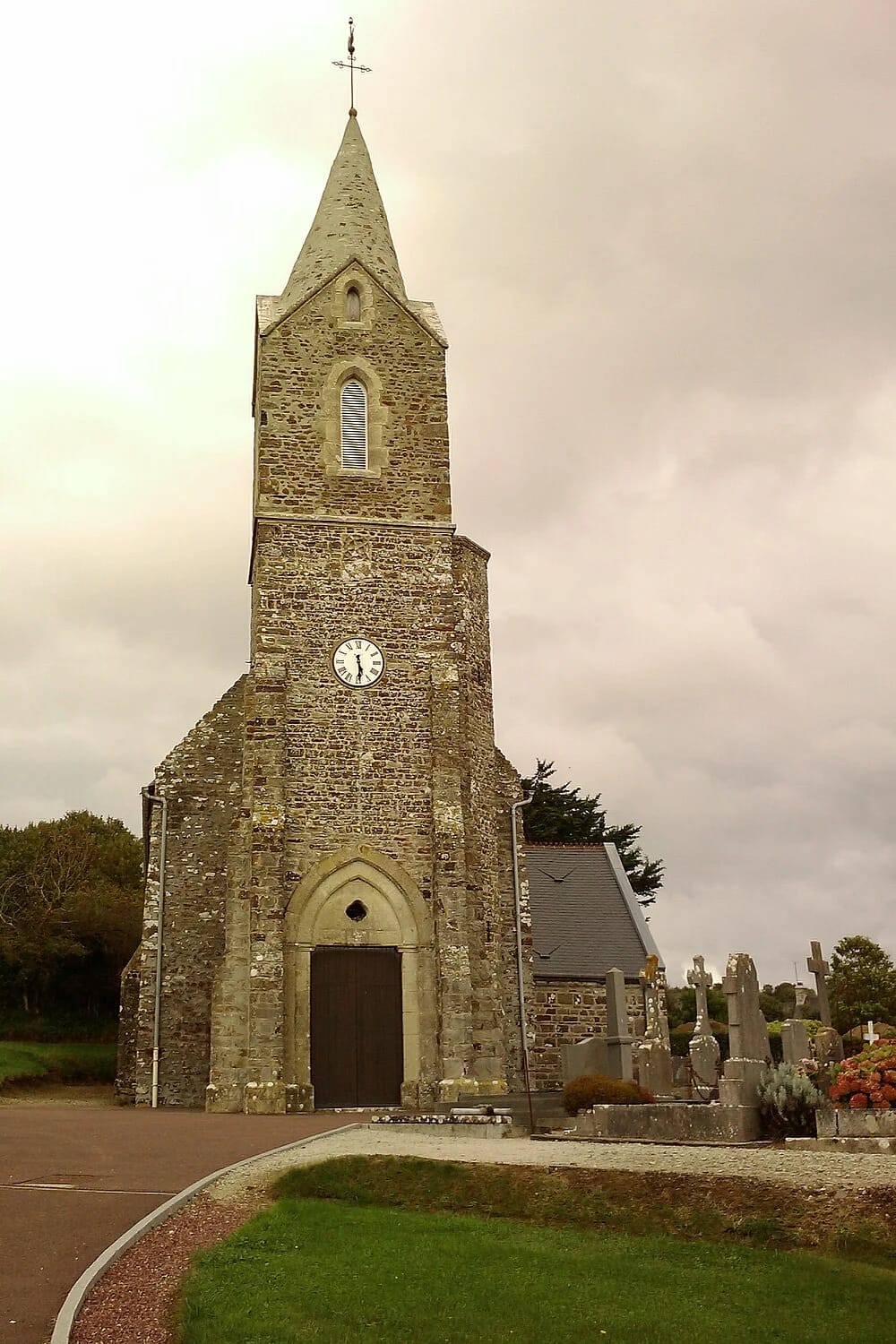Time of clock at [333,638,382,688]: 5:29
